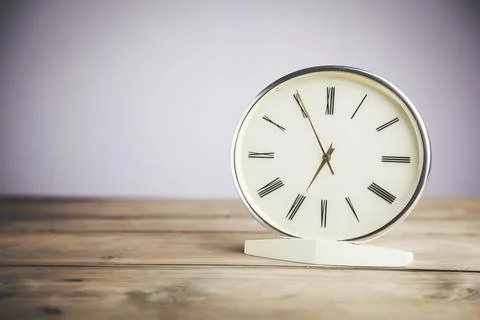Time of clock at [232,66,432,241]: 6:55
